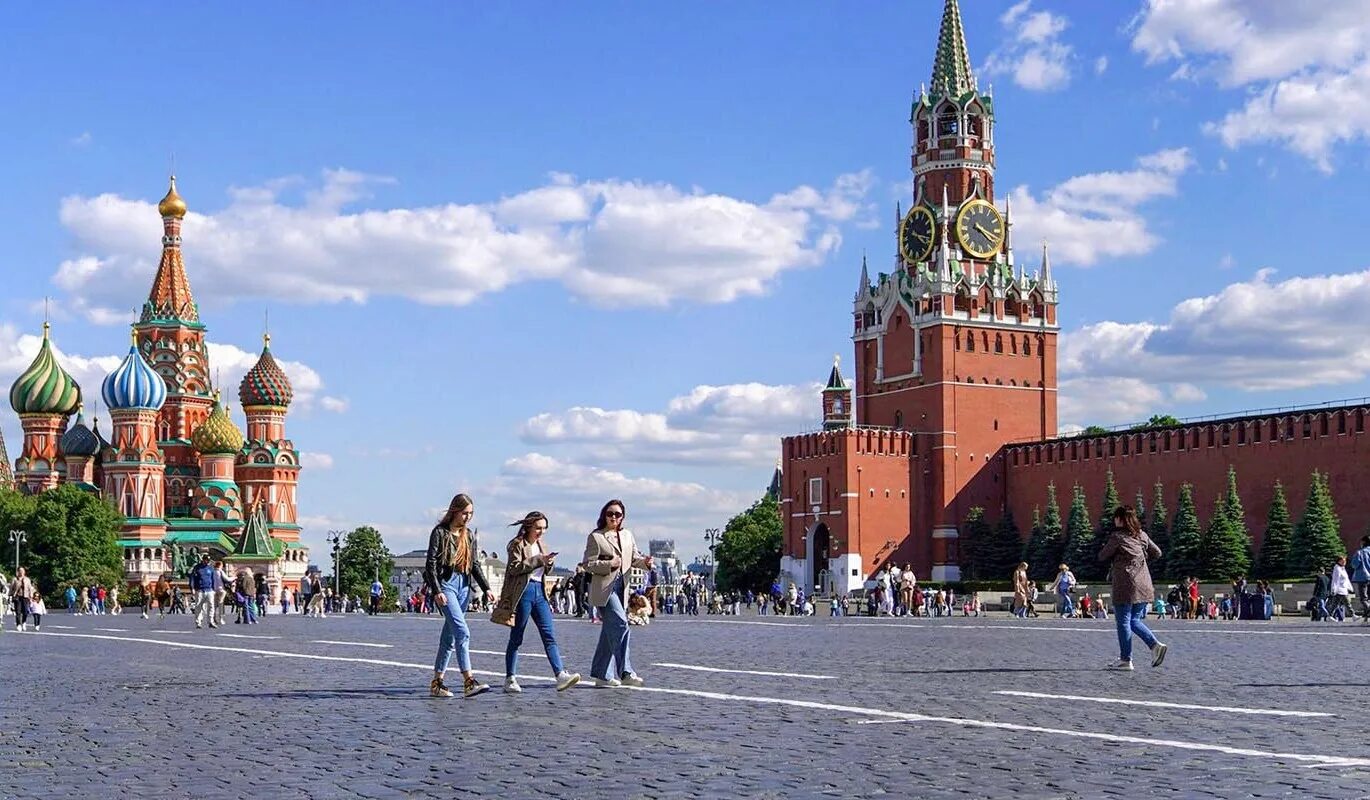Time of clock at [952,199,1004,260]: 4:17
